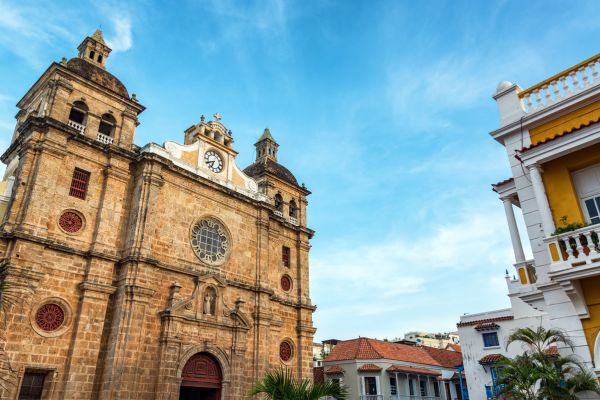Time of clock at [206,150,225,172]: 6:40
